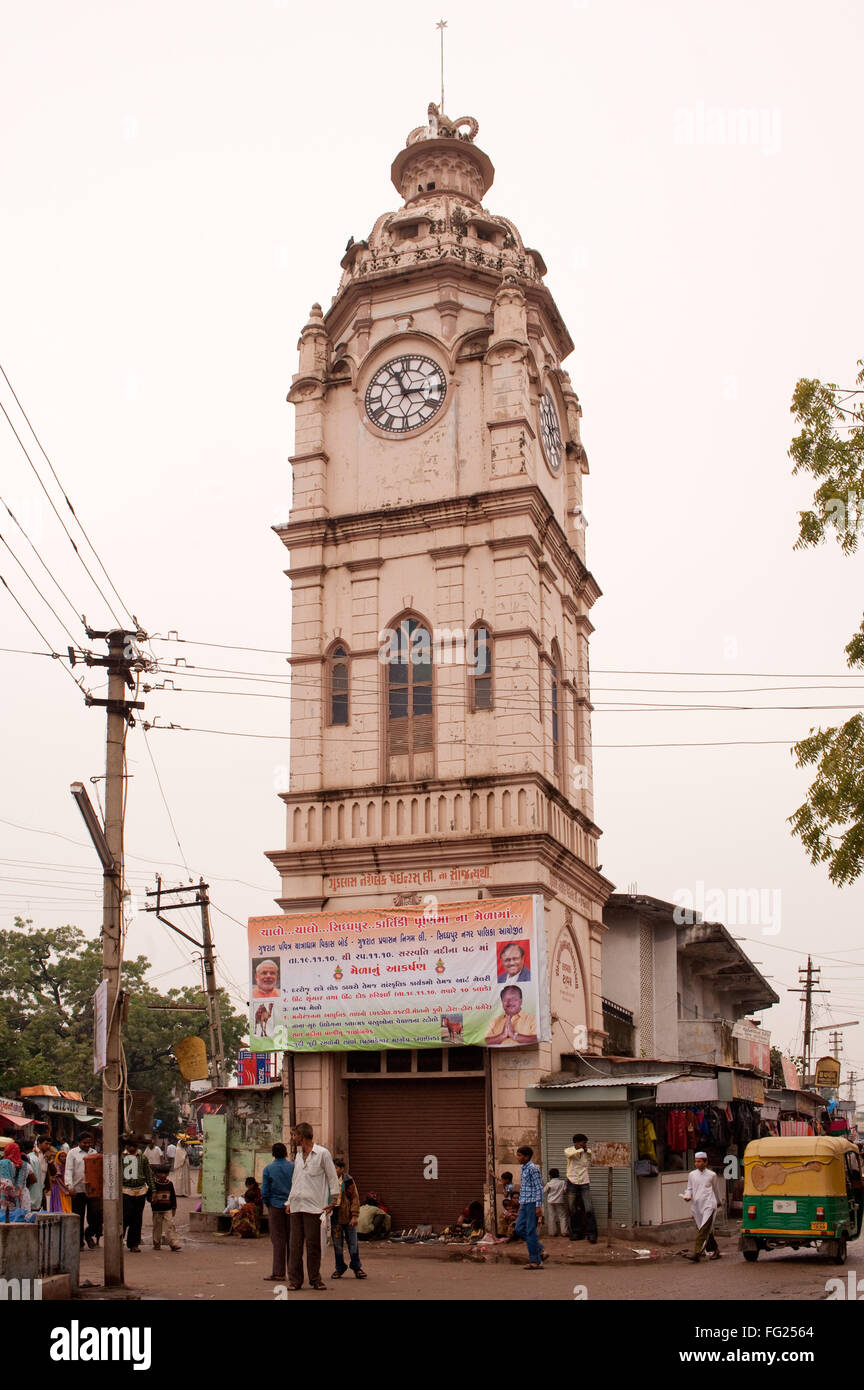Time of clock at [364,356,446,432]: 2:56
